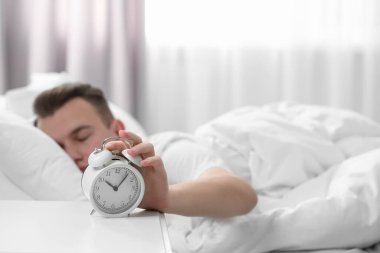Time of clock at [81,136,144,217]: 10:06
